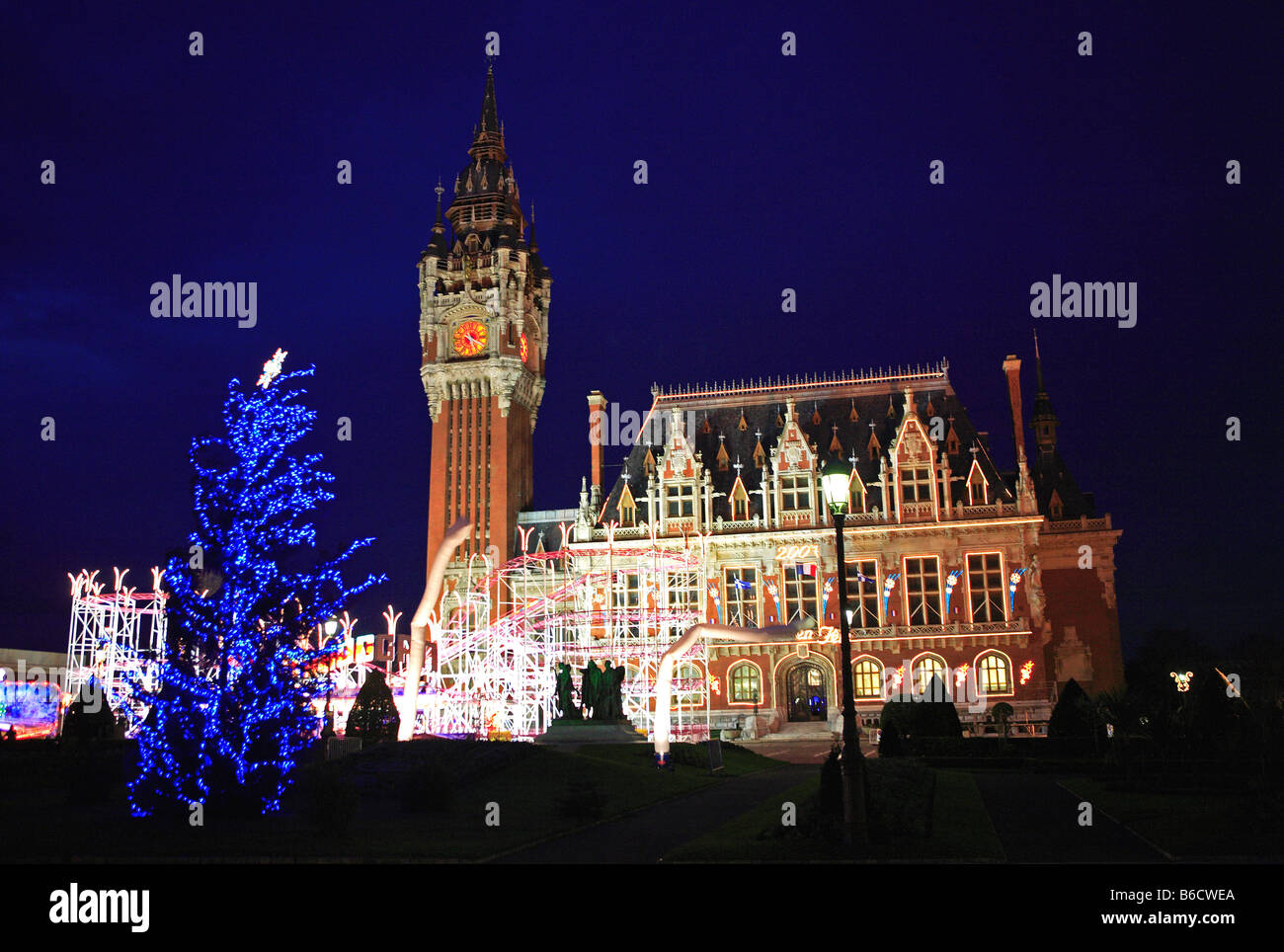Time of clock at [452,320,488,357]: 5:19
